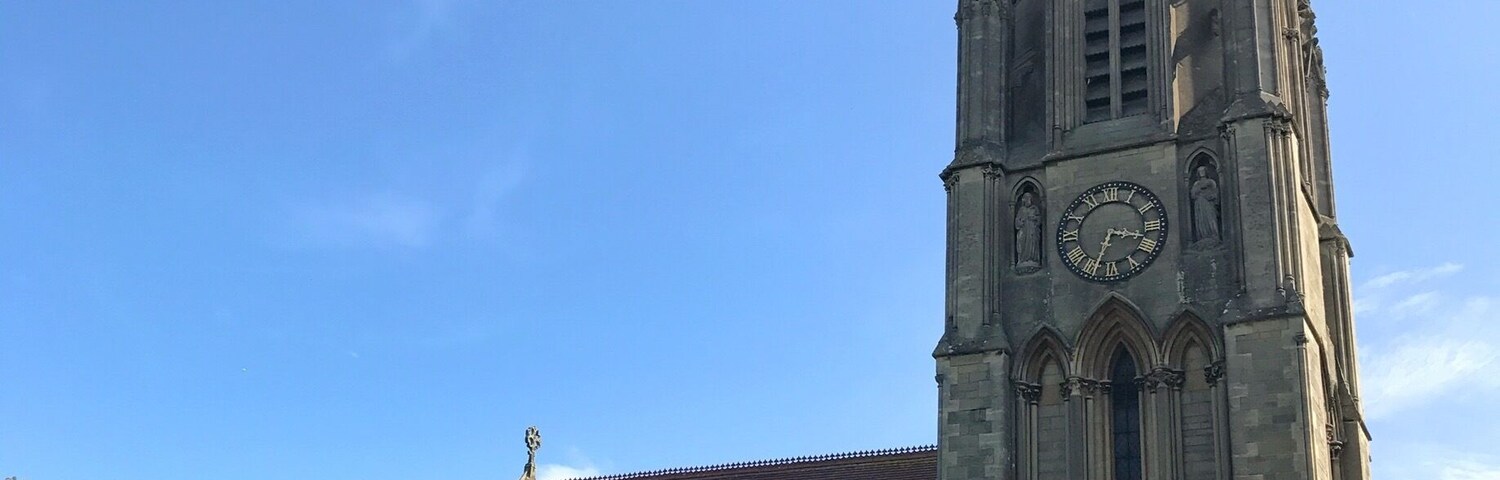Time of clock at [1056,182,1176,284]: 3:34
